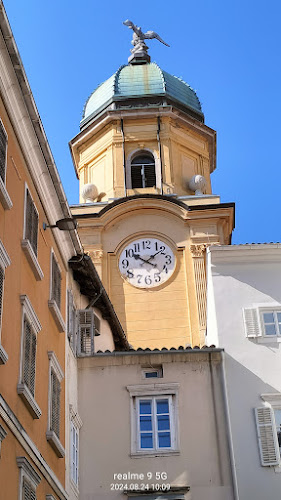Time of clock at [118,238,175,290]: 10:08
